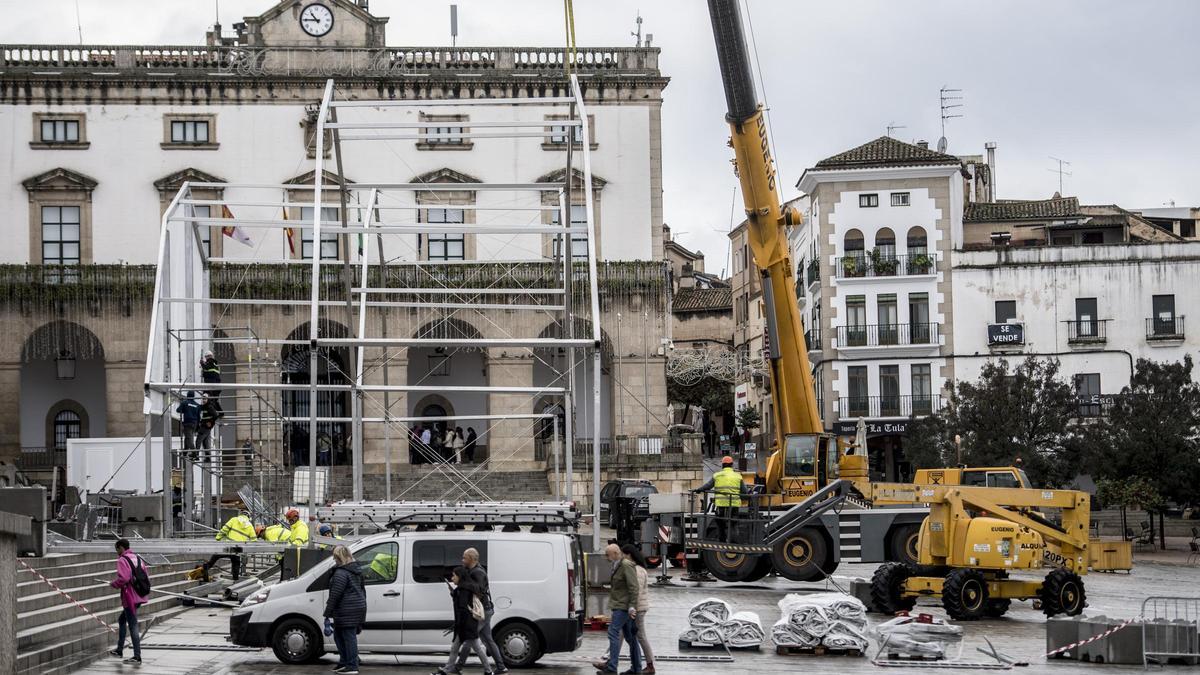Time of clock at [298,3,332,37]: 10:45
